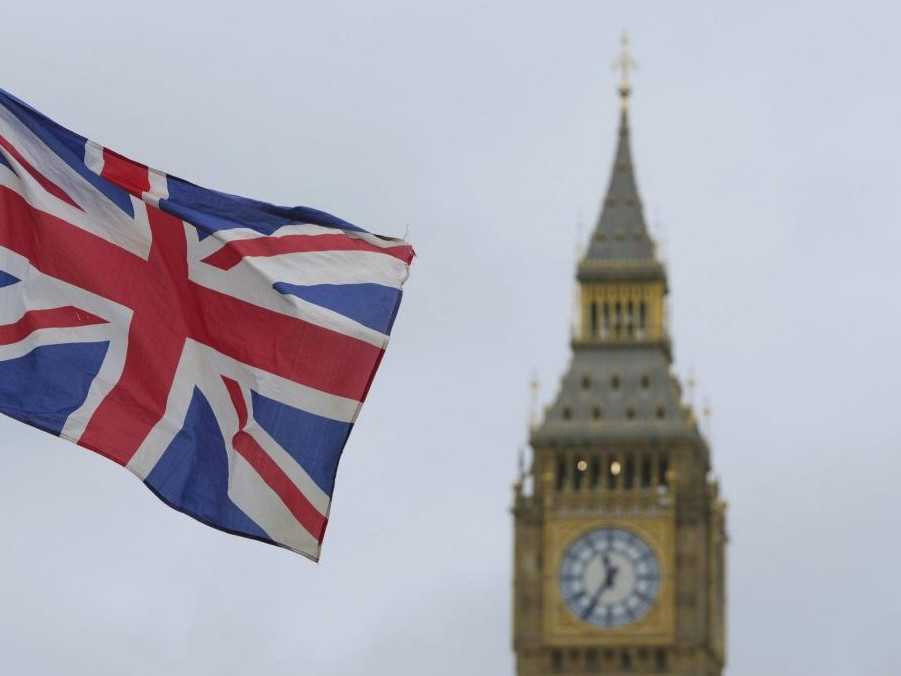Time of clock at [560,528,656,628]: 11:35
